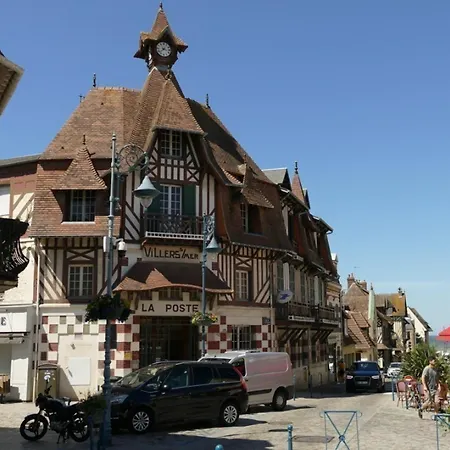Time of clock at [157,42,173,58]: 3:37
